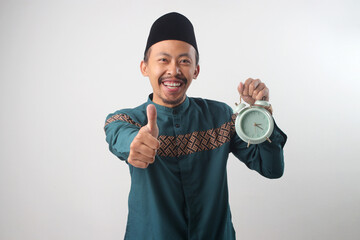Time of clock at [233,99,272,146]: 3:22
